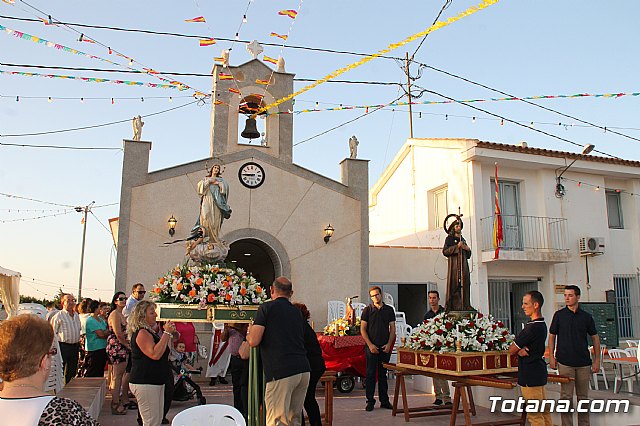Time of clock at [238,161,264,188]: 8:45
